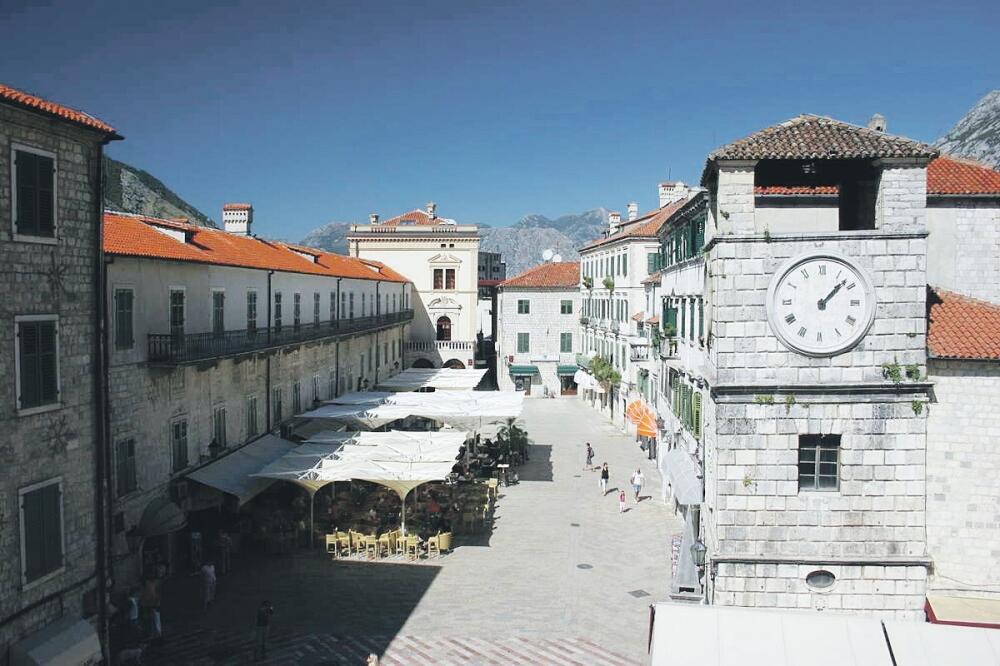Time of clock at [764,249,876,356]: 1:07
